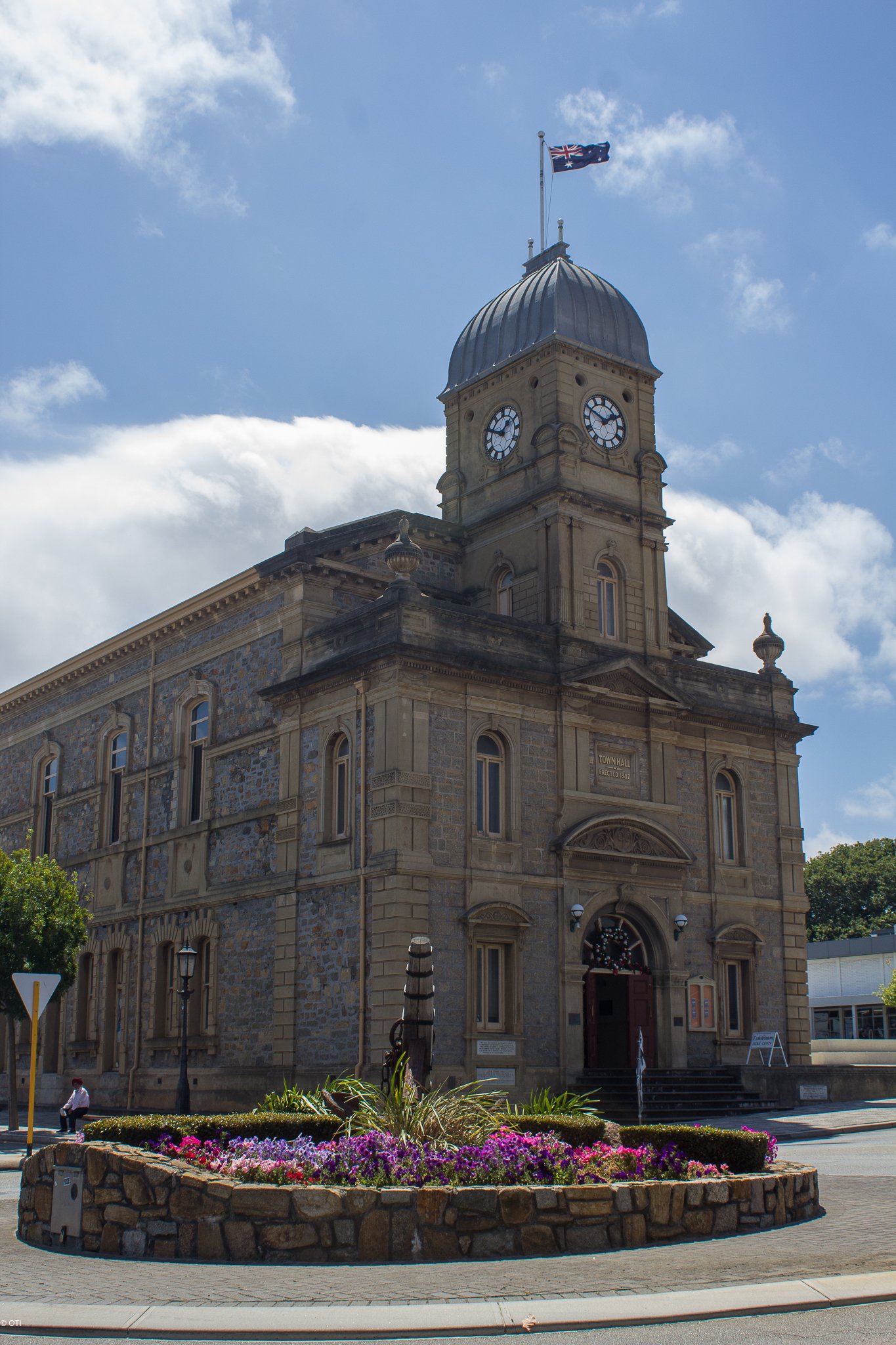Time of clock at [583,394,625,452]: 1:49
